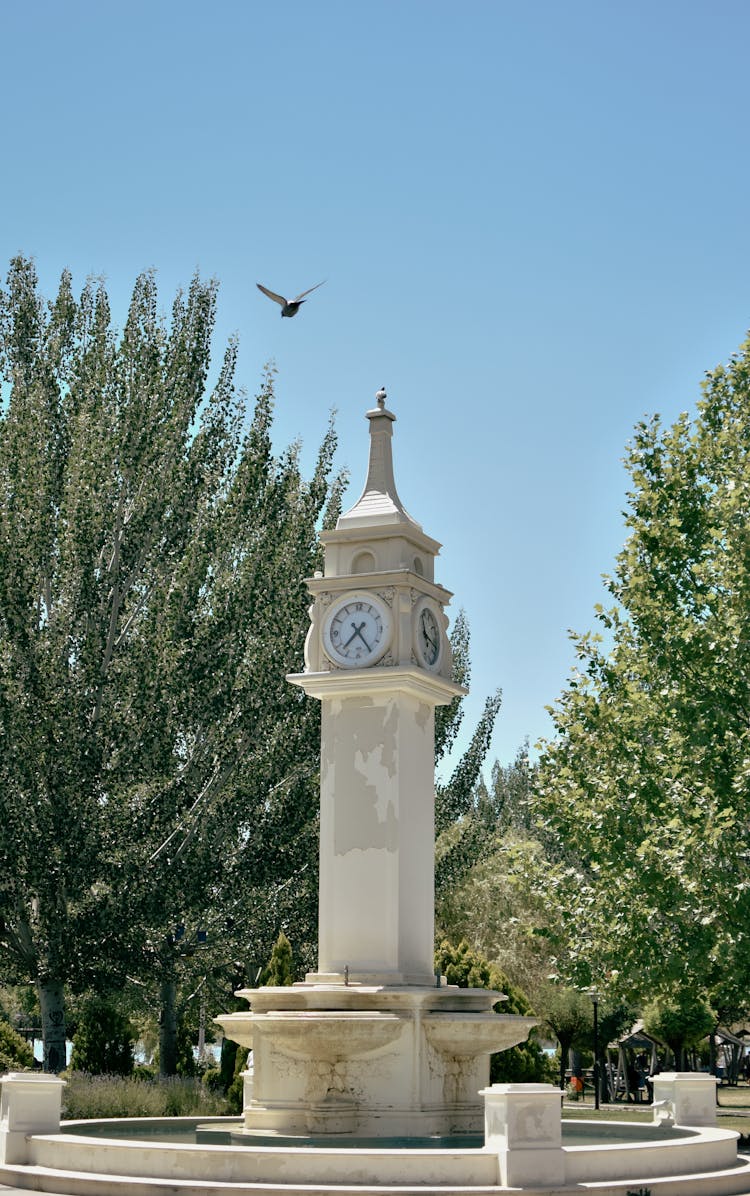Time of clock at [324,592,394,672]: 7:24
